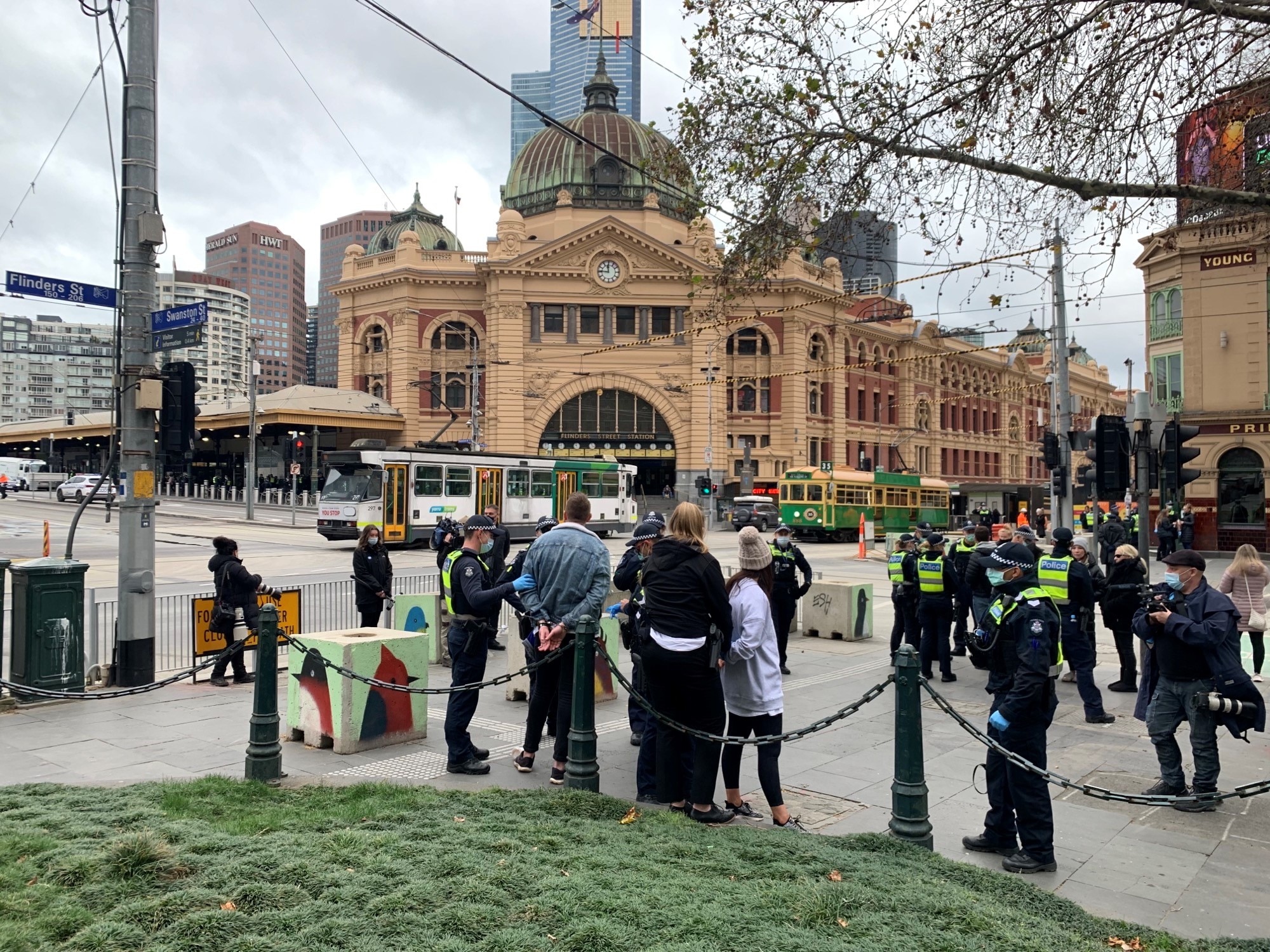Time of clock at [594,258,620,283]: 11:45
